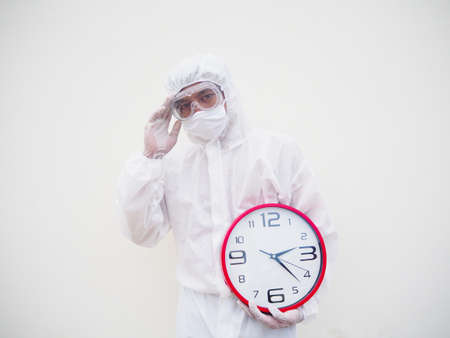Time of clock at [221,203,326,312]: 2:22
